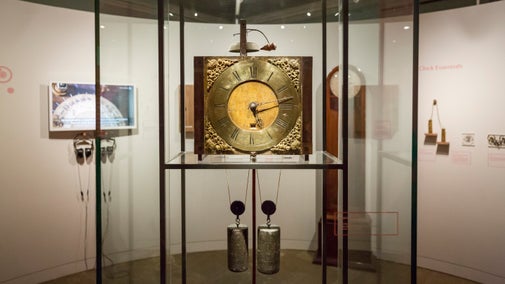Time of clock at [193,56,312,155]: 5:12
